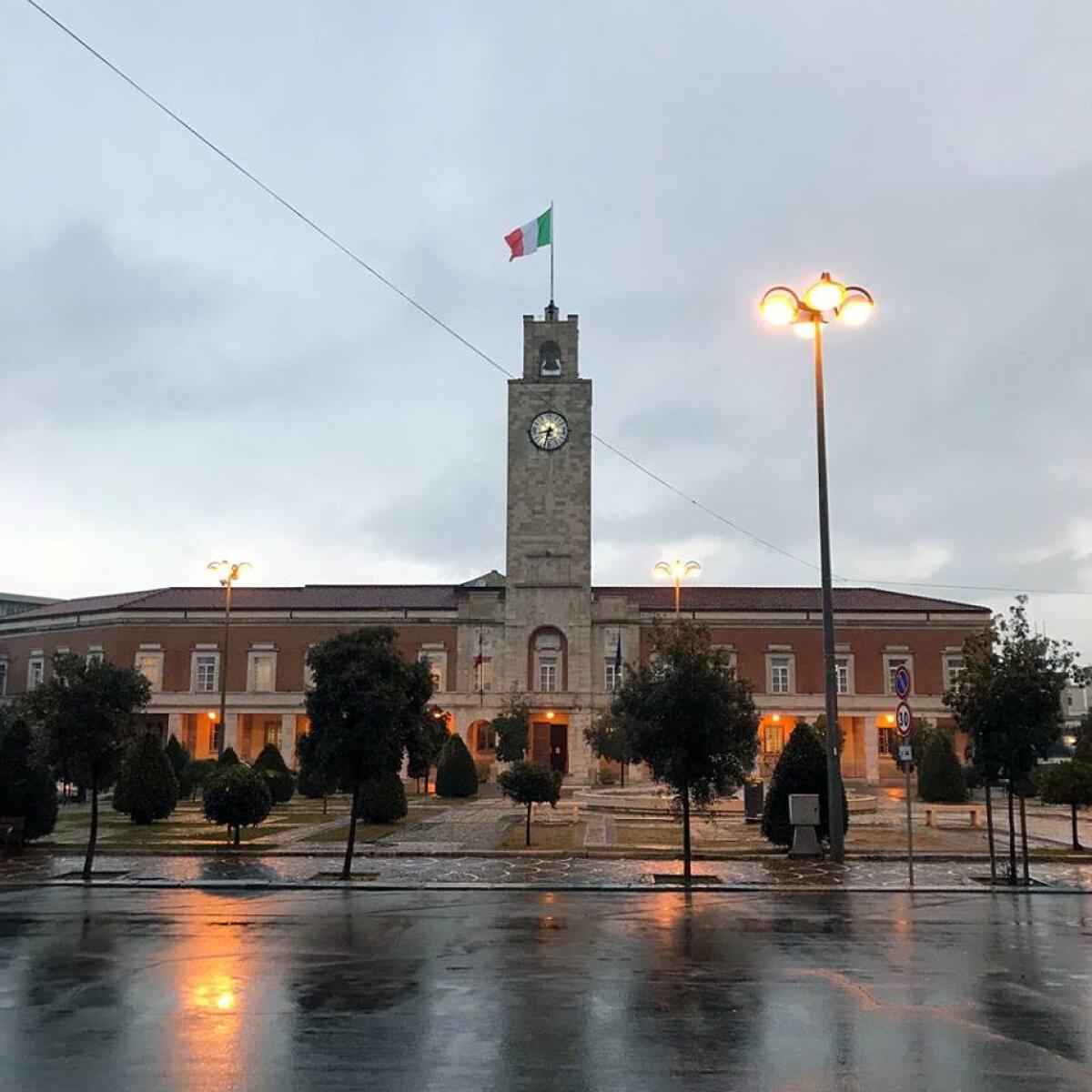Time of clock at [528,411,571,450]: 8:33
